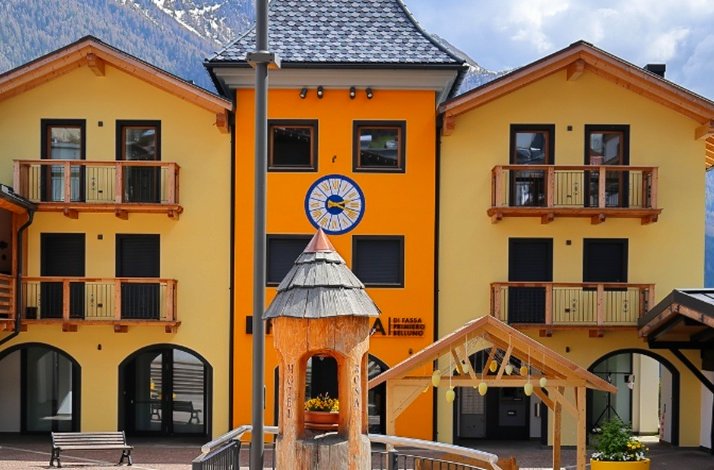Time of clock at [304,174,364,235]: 2:18
